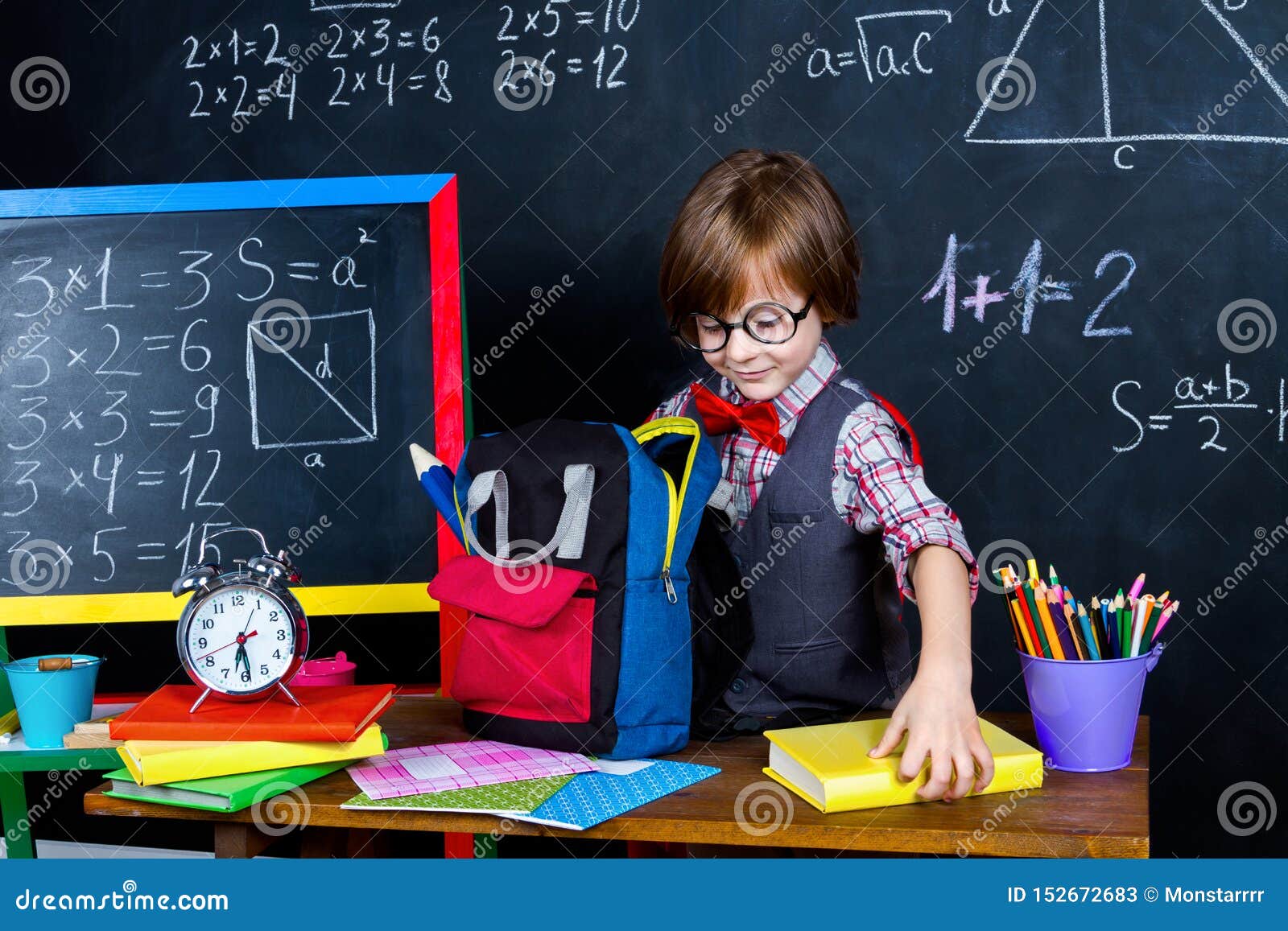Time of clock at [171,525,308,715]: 6:28
